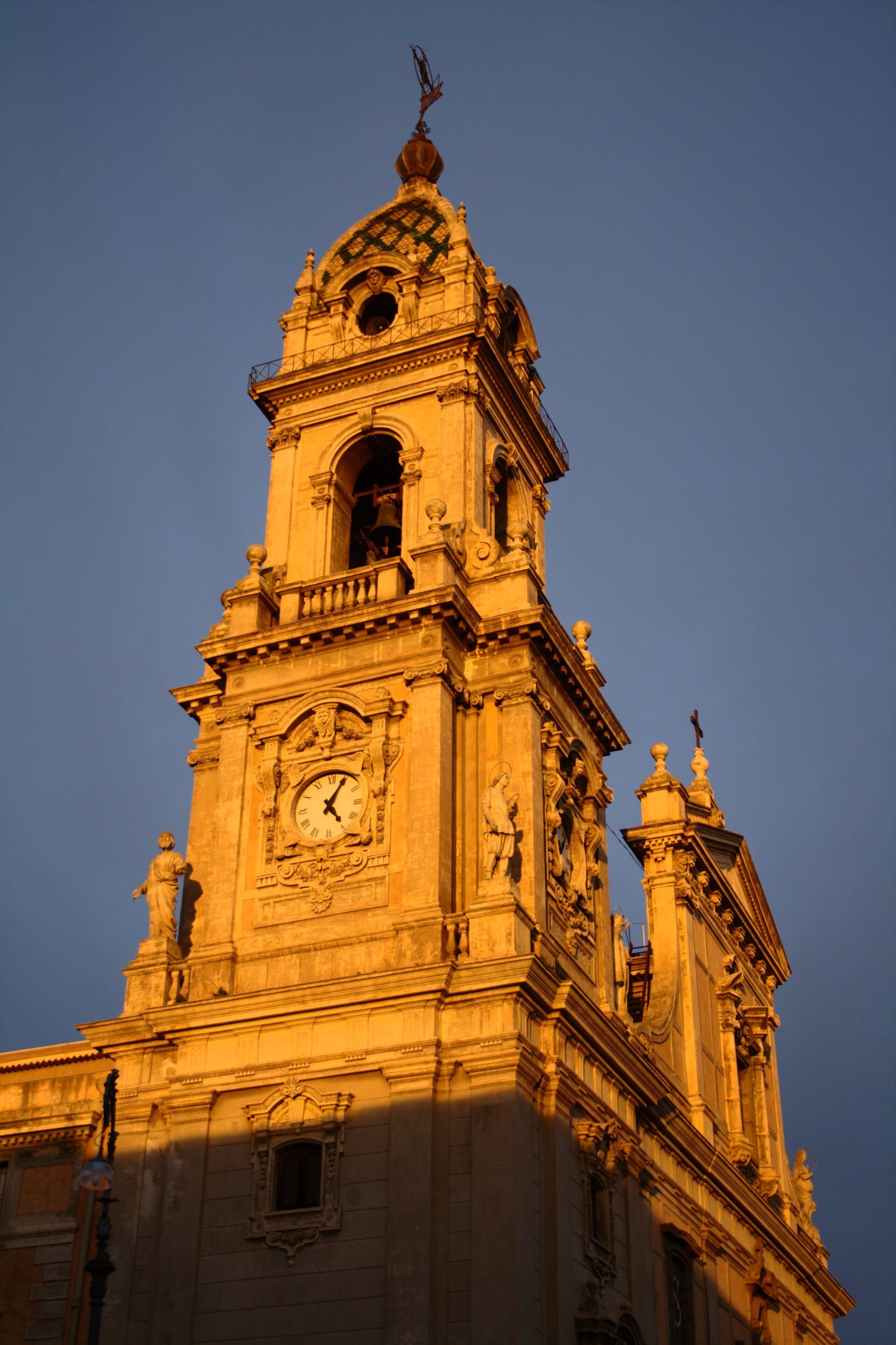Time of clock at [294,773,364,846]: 5:05
